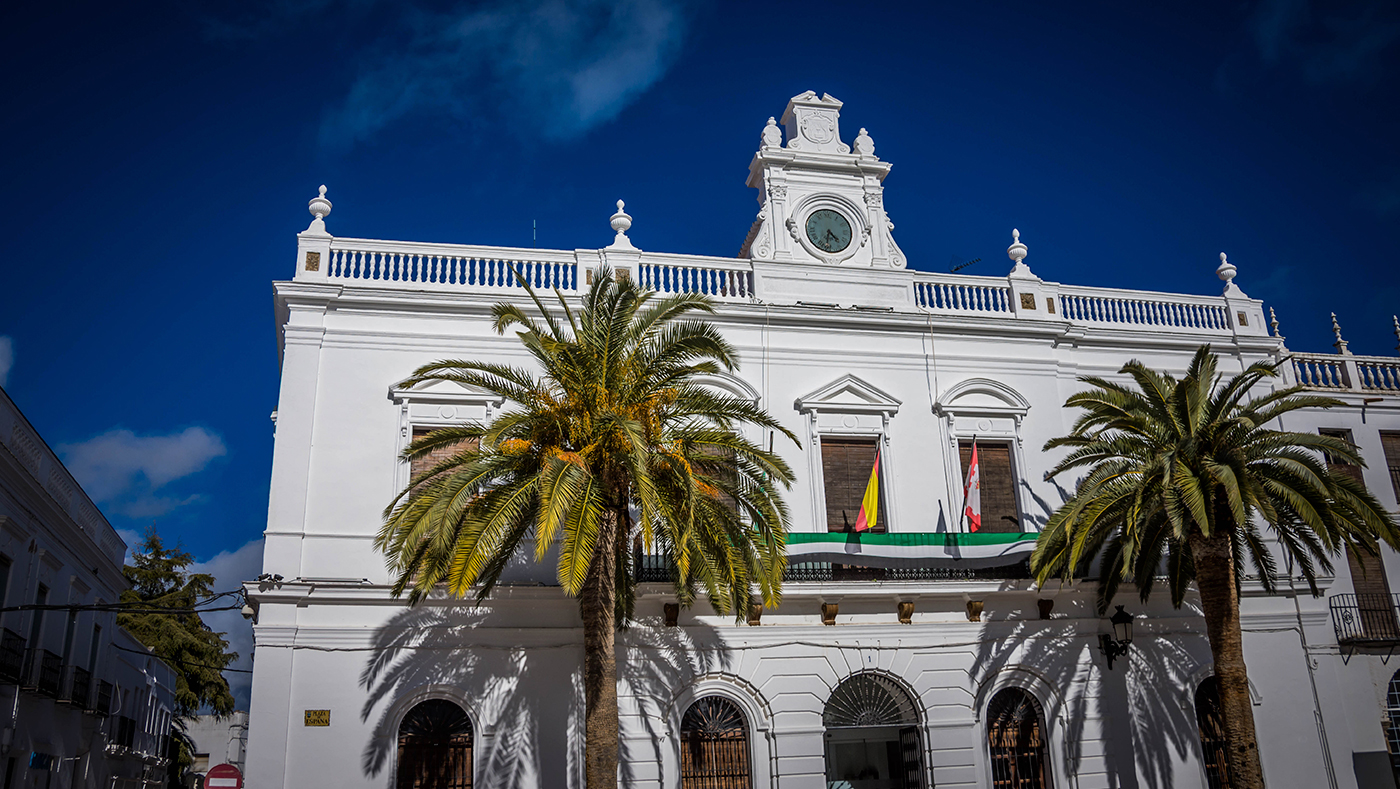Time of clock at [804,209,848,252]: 4:32
